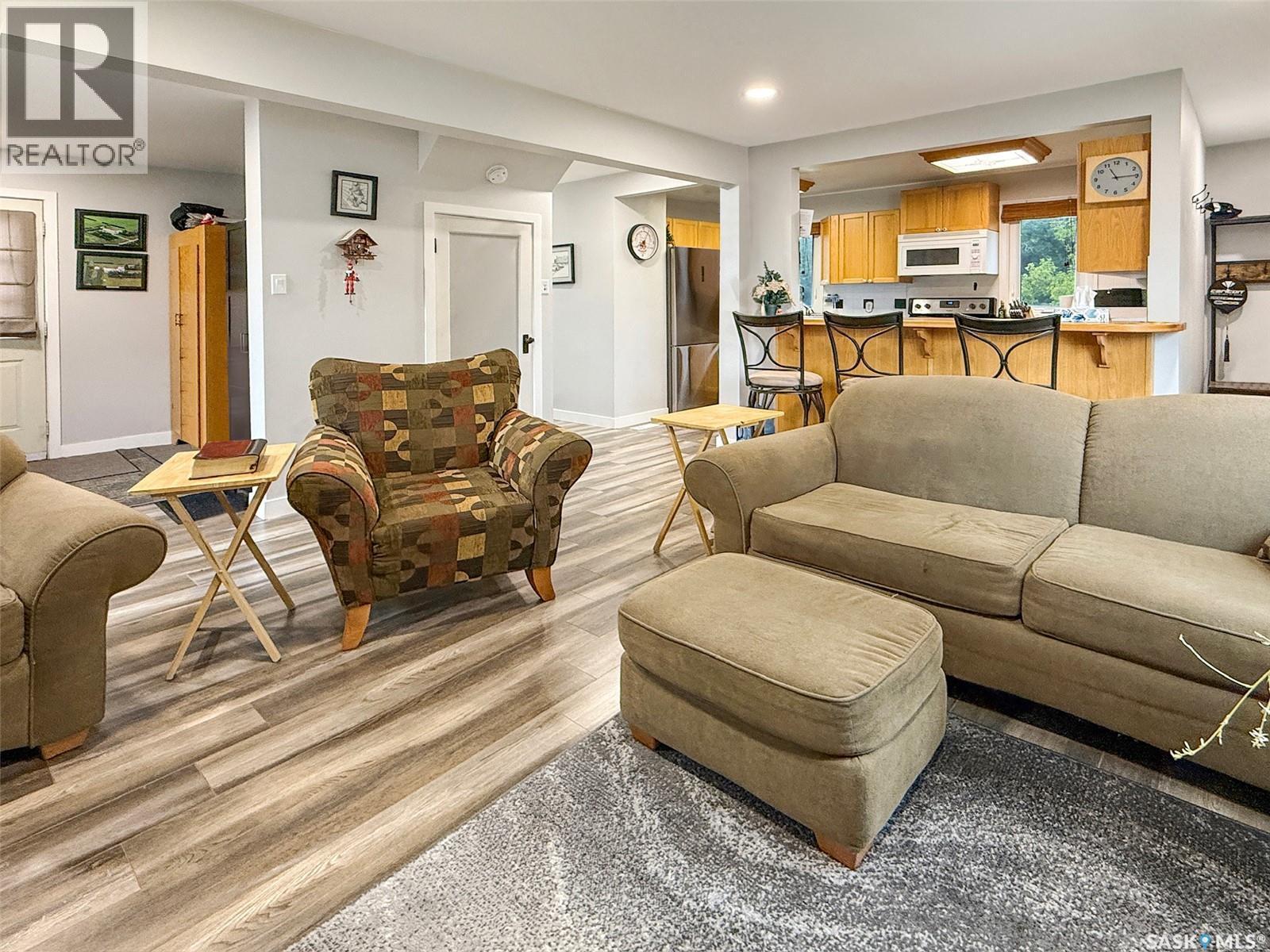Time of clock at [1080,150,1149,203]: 11:14
